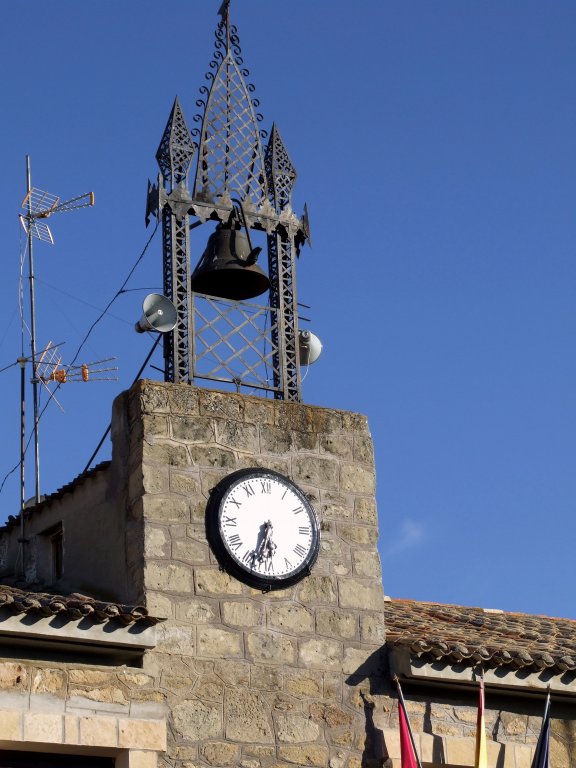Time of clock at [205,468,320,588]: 5:32
